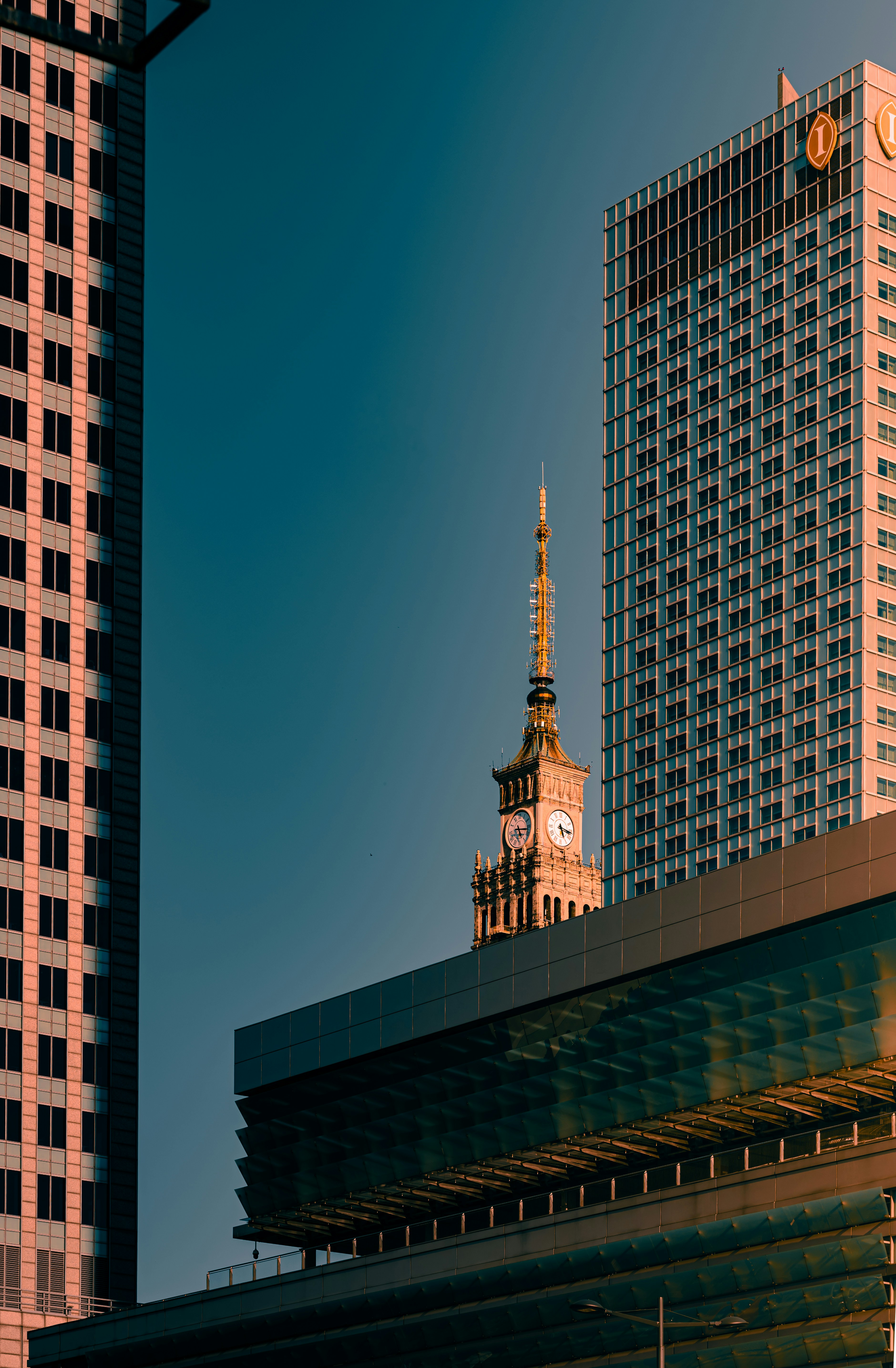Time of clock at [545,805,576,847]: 5:16
